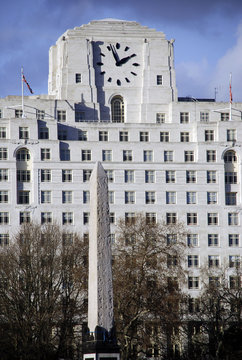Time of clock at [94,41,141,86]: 1:56
